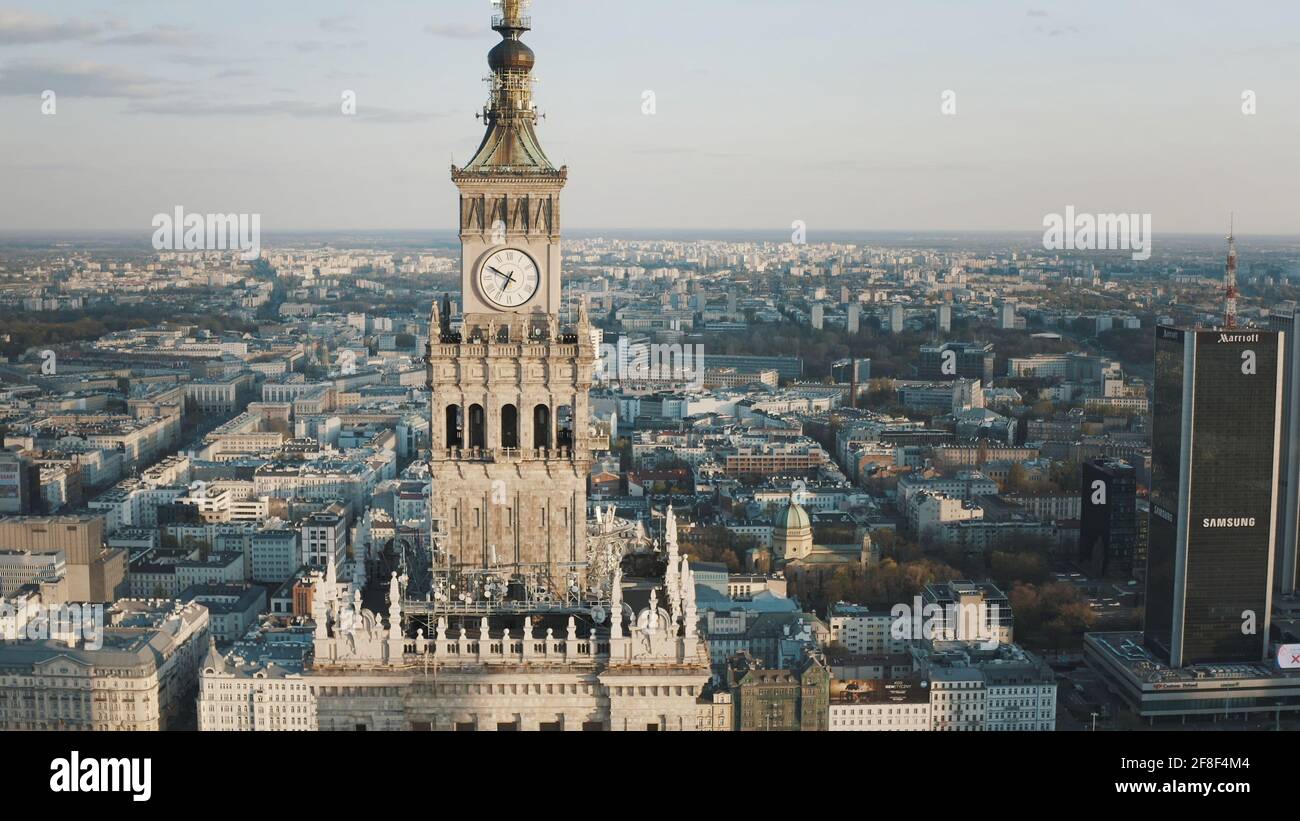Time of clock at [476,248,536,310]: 6:49
